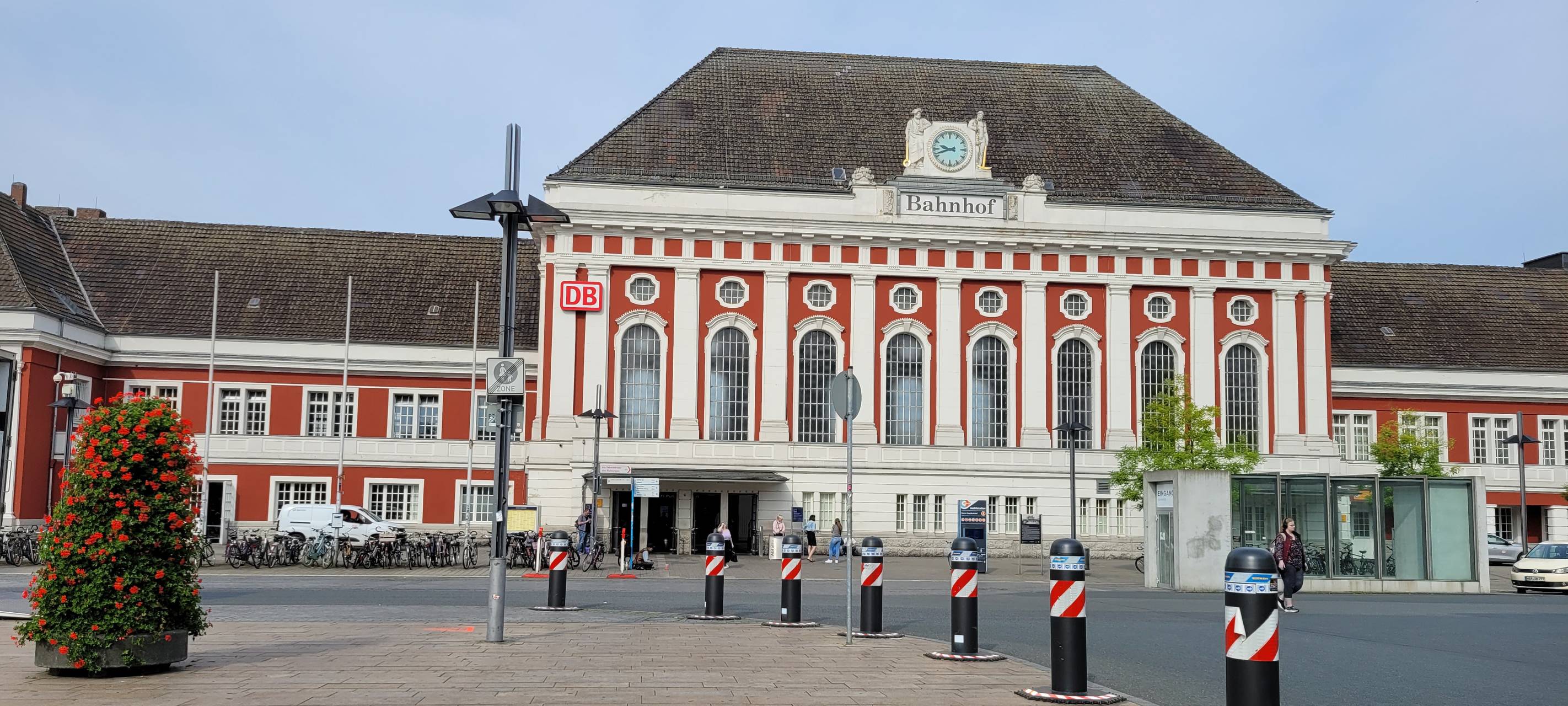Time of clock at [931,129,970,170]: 9:42
